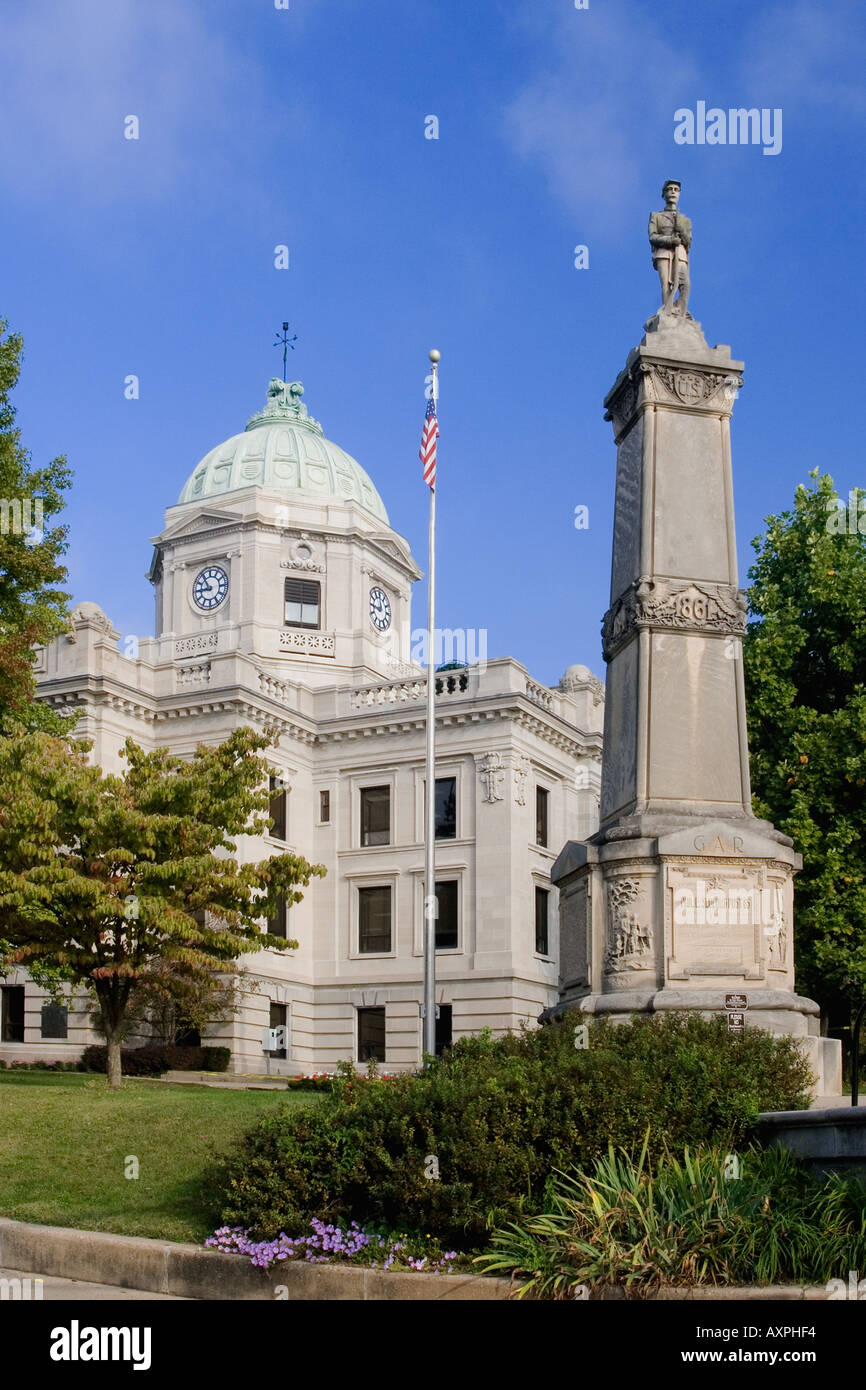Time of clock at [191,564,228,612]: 8:54
